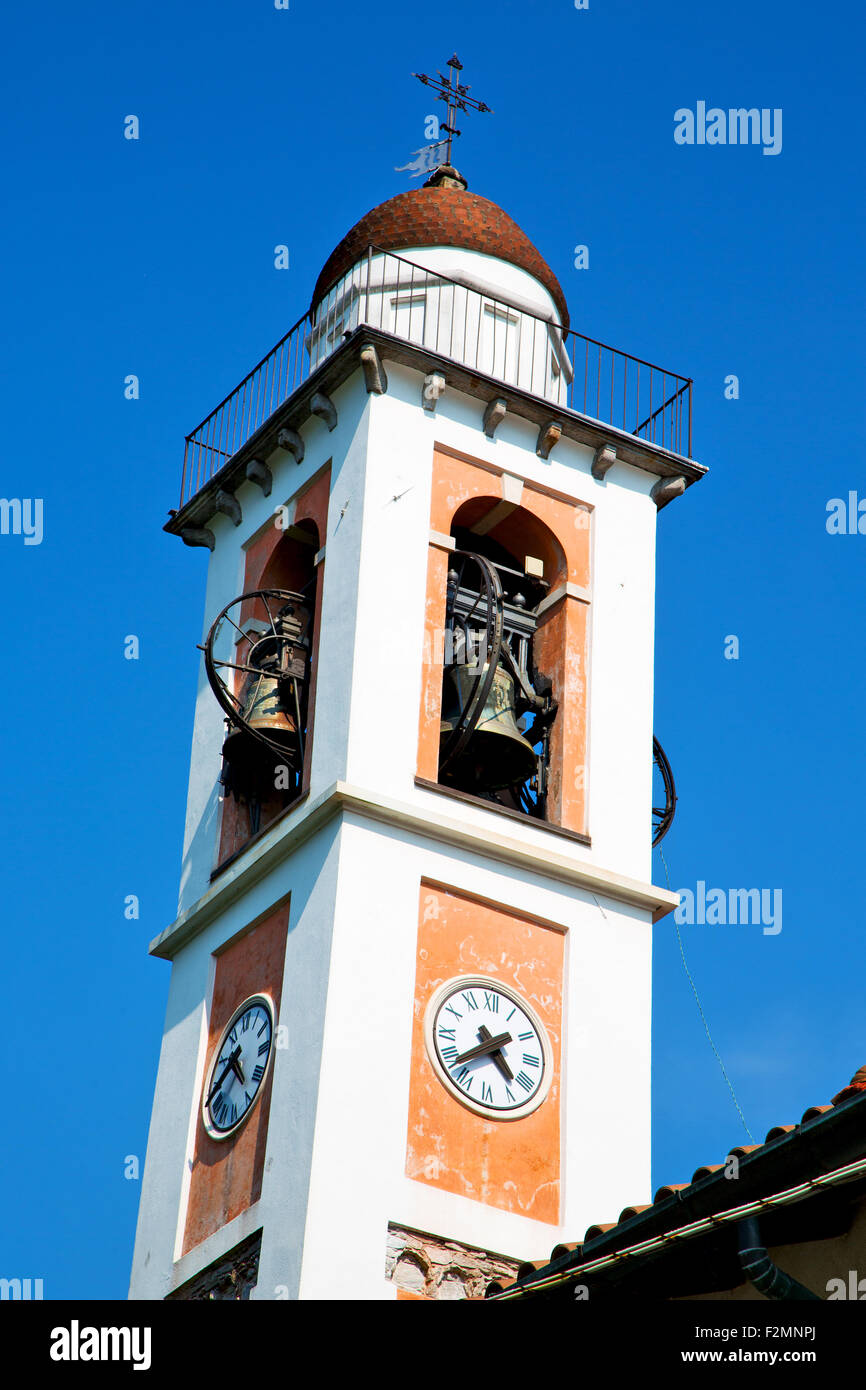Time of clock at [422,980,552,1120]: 4:38
